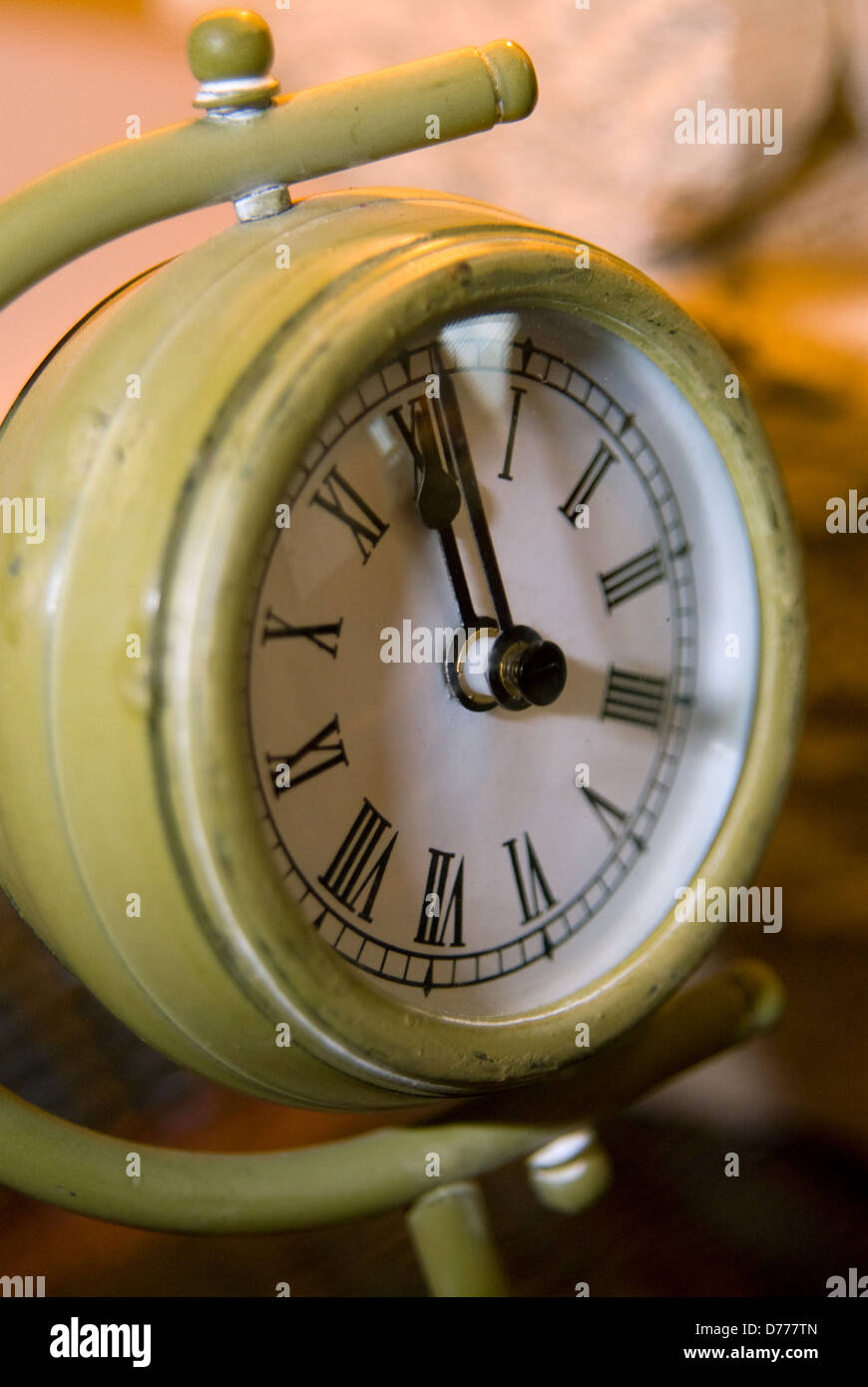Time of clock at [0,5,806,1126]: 2:54
